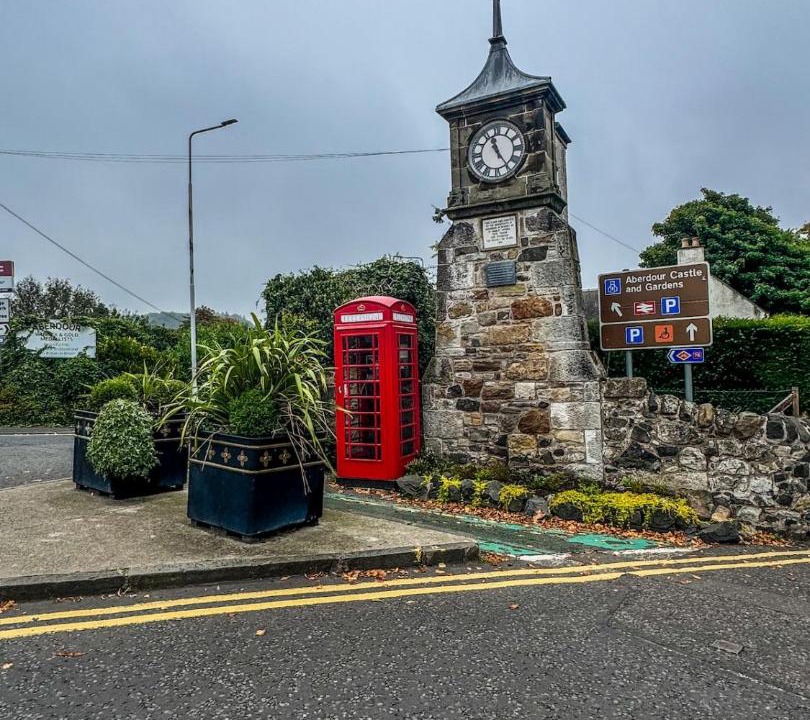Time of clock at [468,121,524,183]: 11:24
